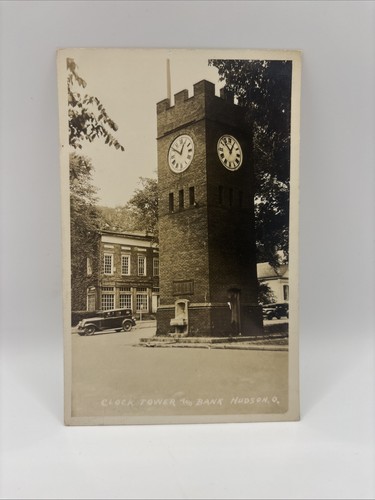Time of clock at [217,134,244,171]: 12:52
